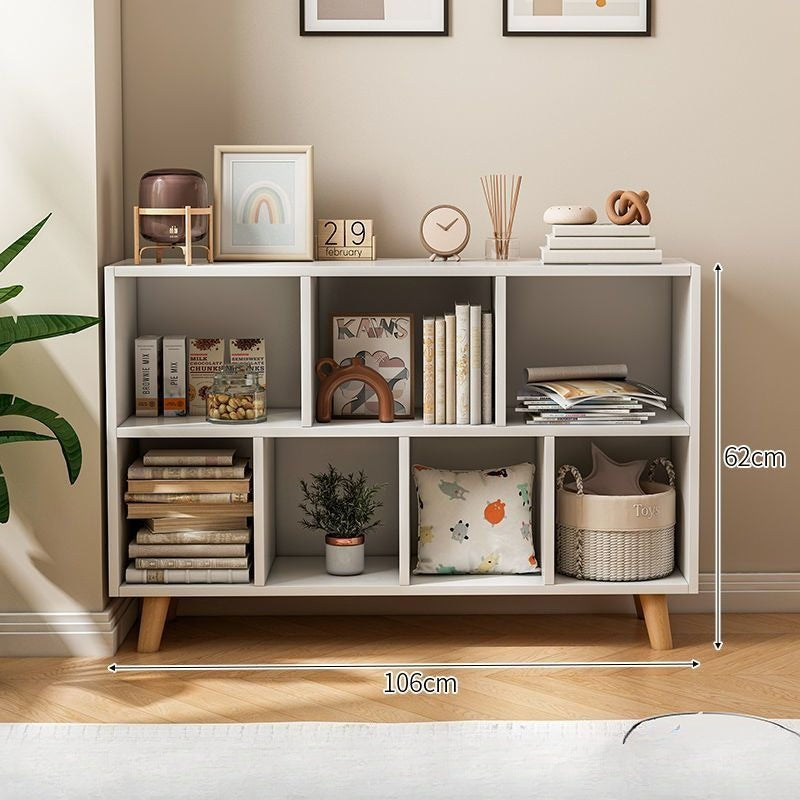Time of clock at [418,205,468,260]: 10:07
